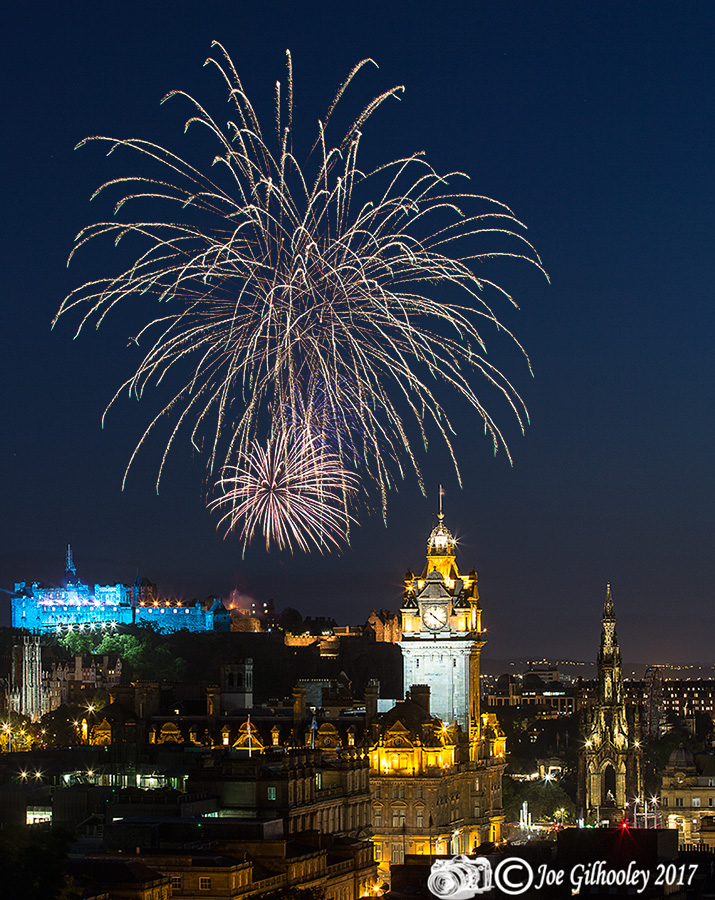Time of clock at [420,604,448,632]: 10:21
